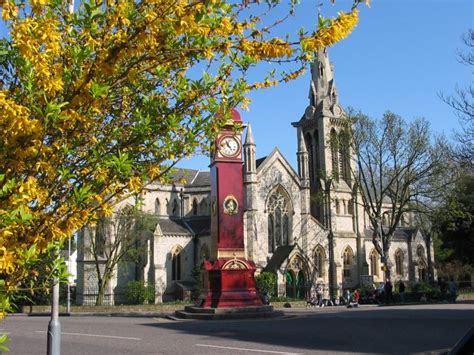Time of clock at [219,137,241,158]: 4:42
